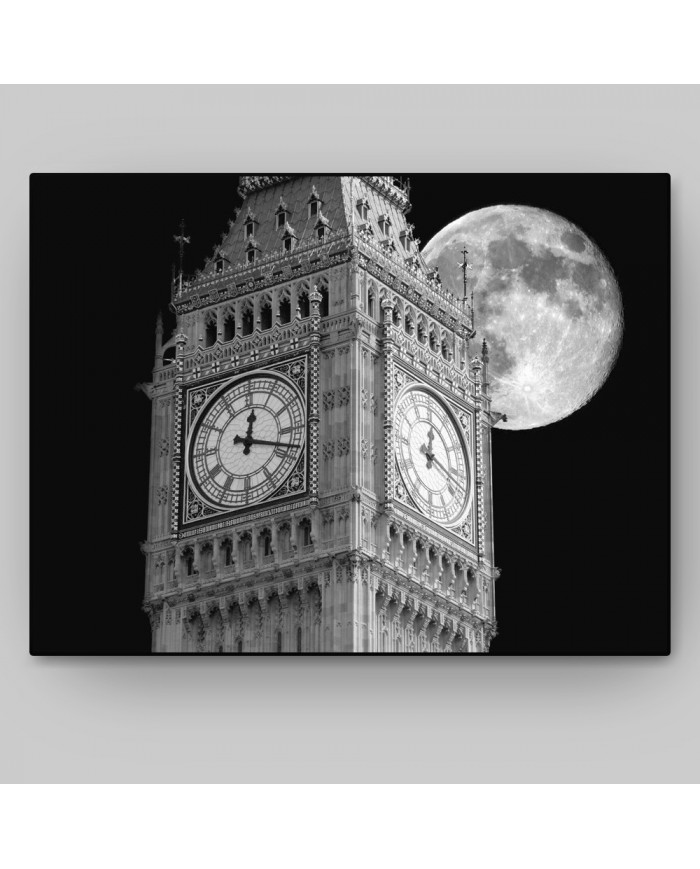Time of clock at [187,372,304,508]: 12:18
